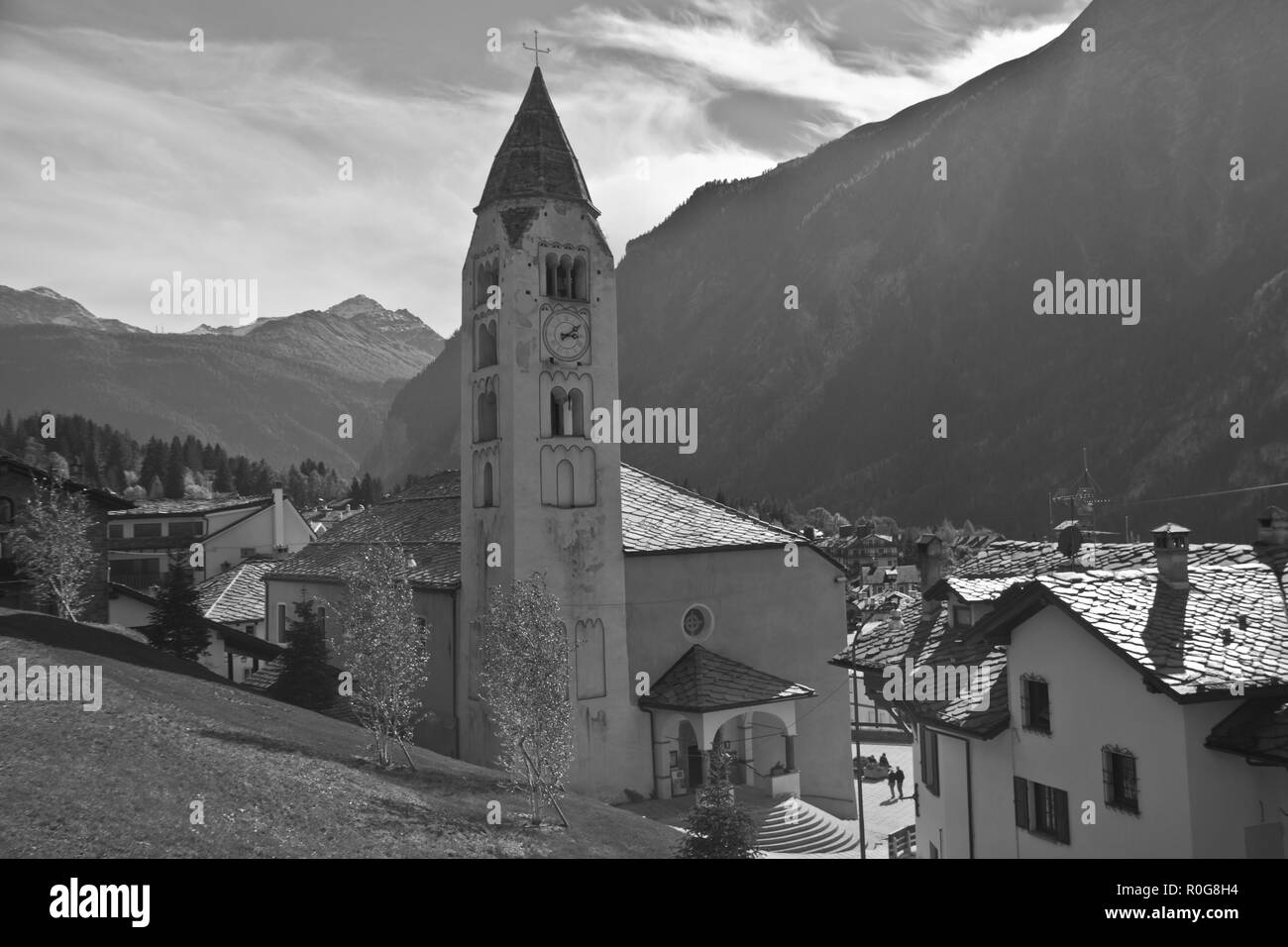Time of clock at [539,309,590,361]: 3:09
